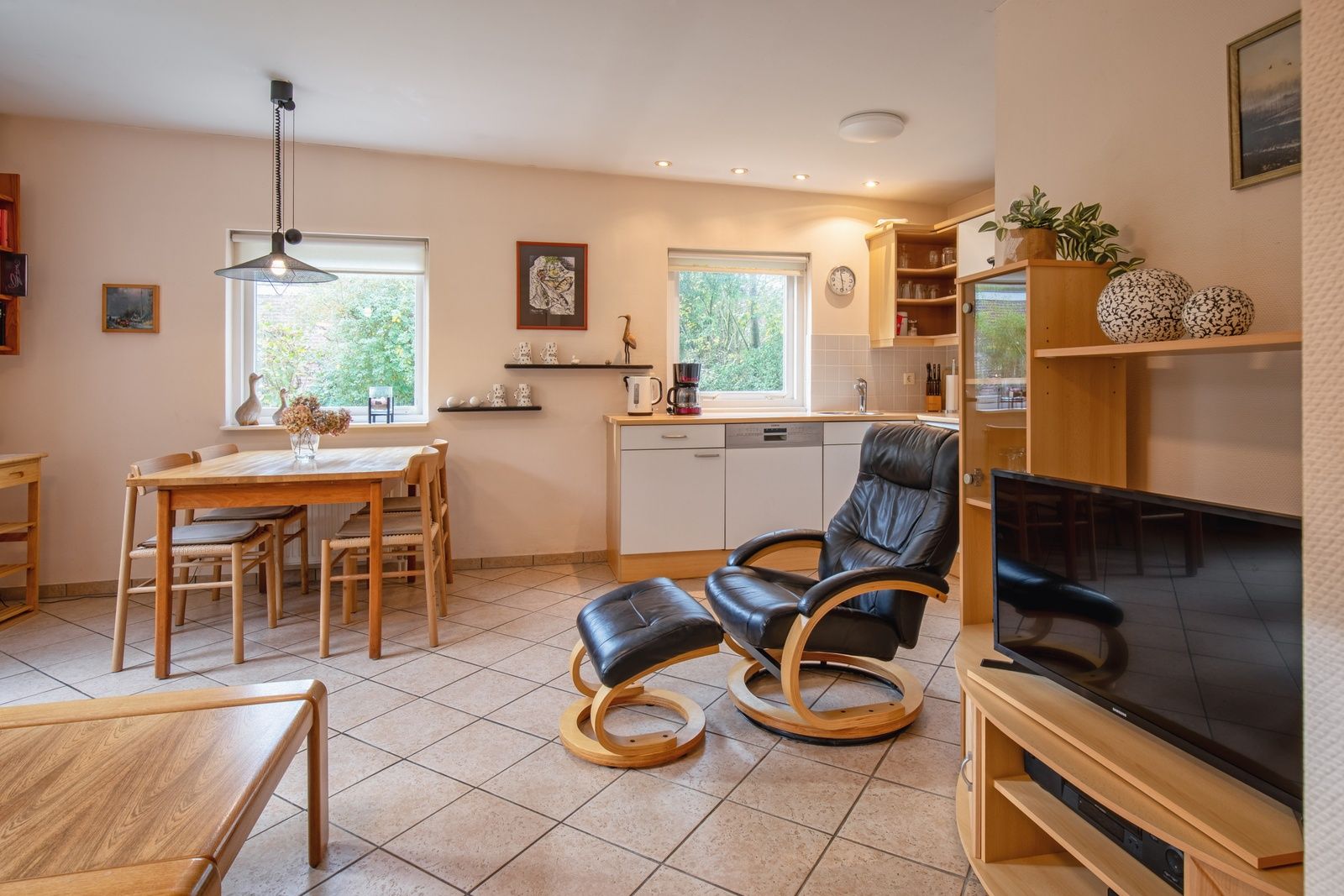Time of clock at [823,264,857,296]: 11:28
